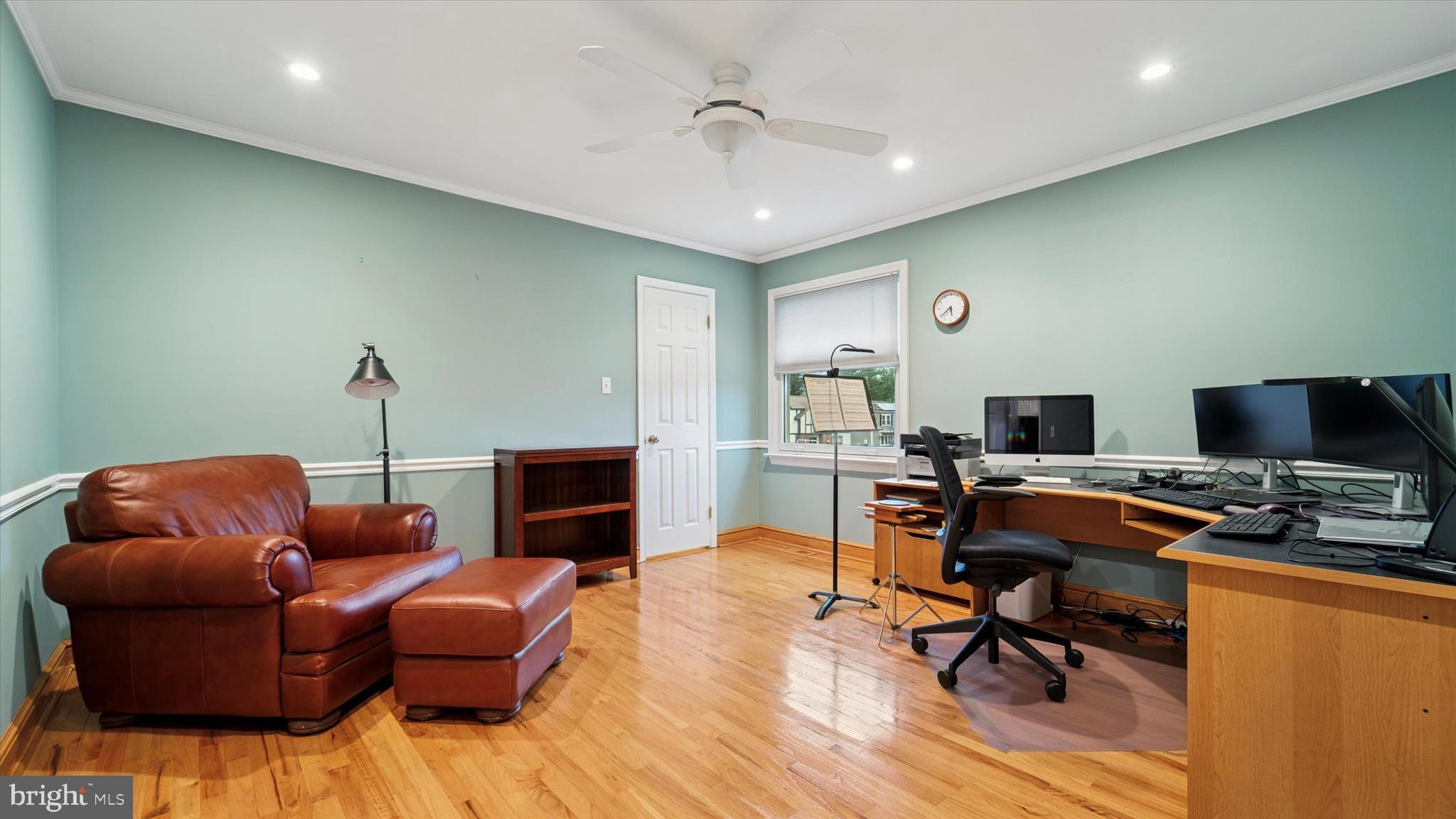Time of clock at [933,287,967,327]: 5:38
